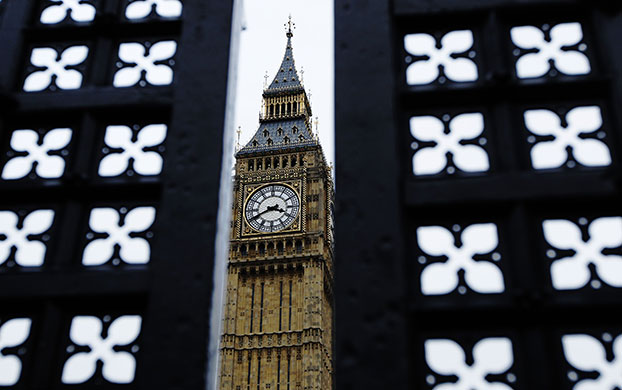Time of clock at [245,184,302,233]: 3:40
